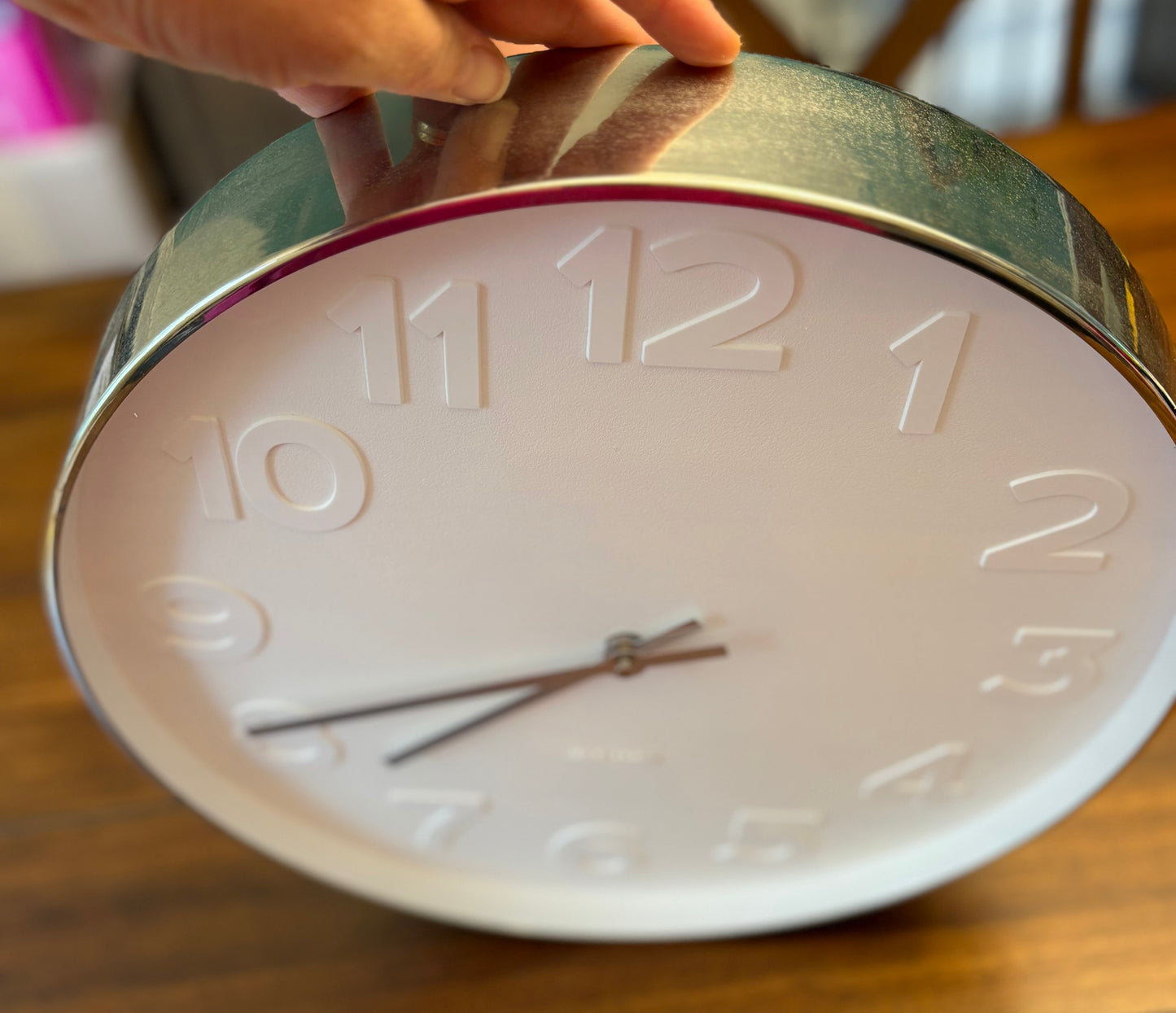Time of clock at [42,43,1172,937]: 7:41
